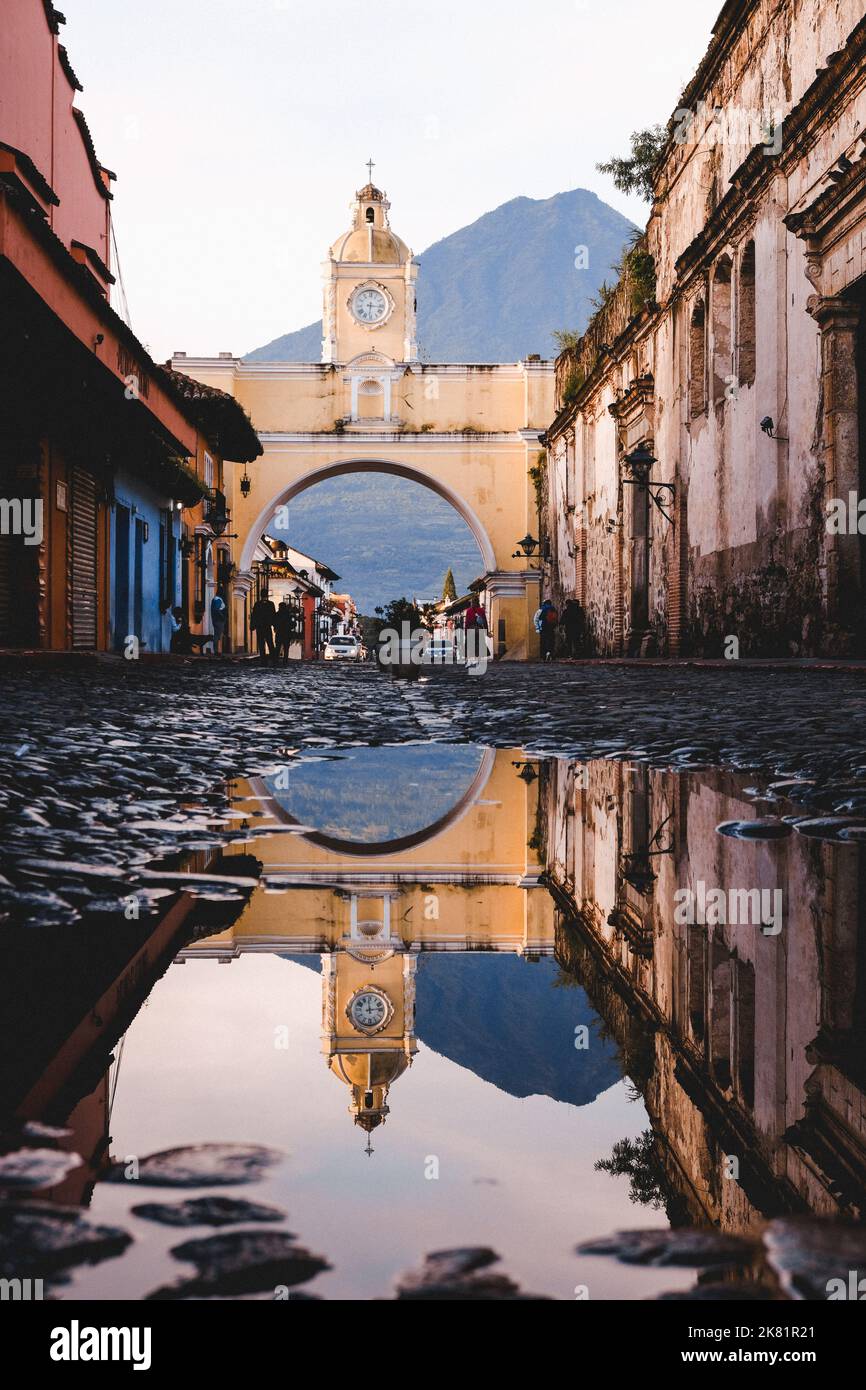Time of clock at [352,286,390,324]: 6:16
